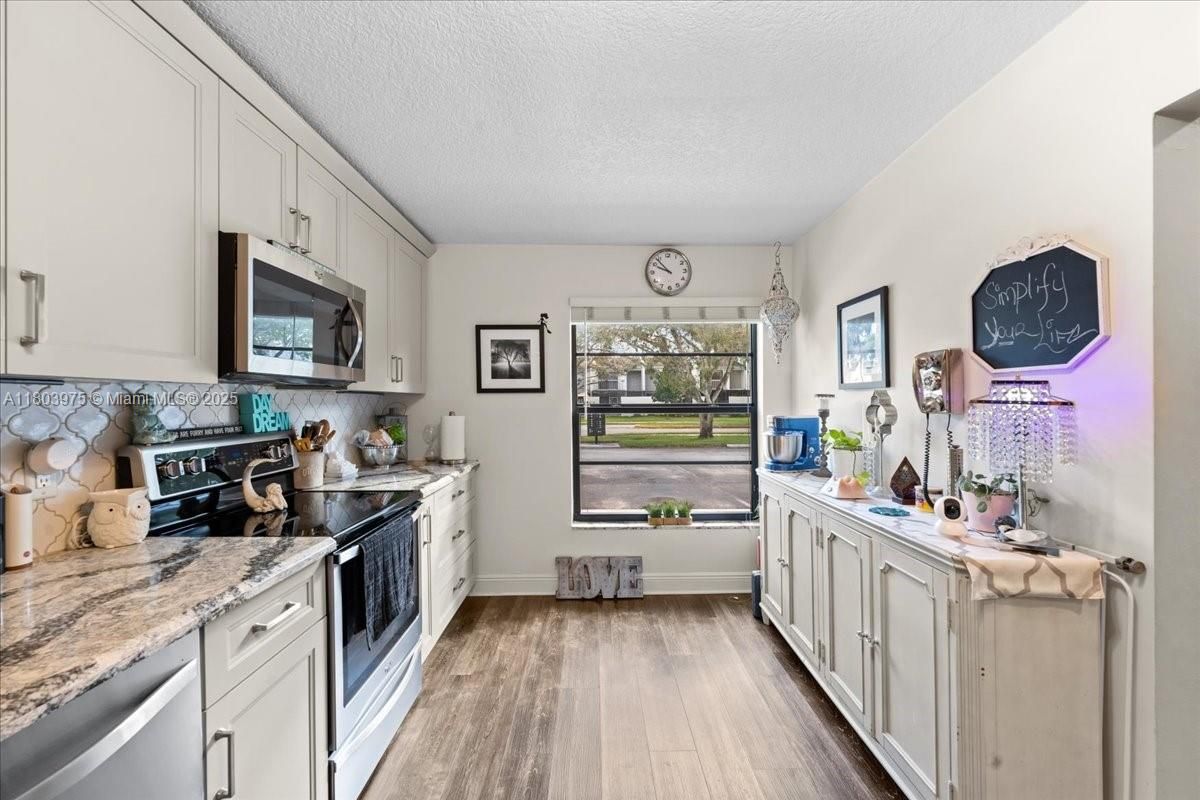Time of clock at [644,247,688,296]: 9:53
